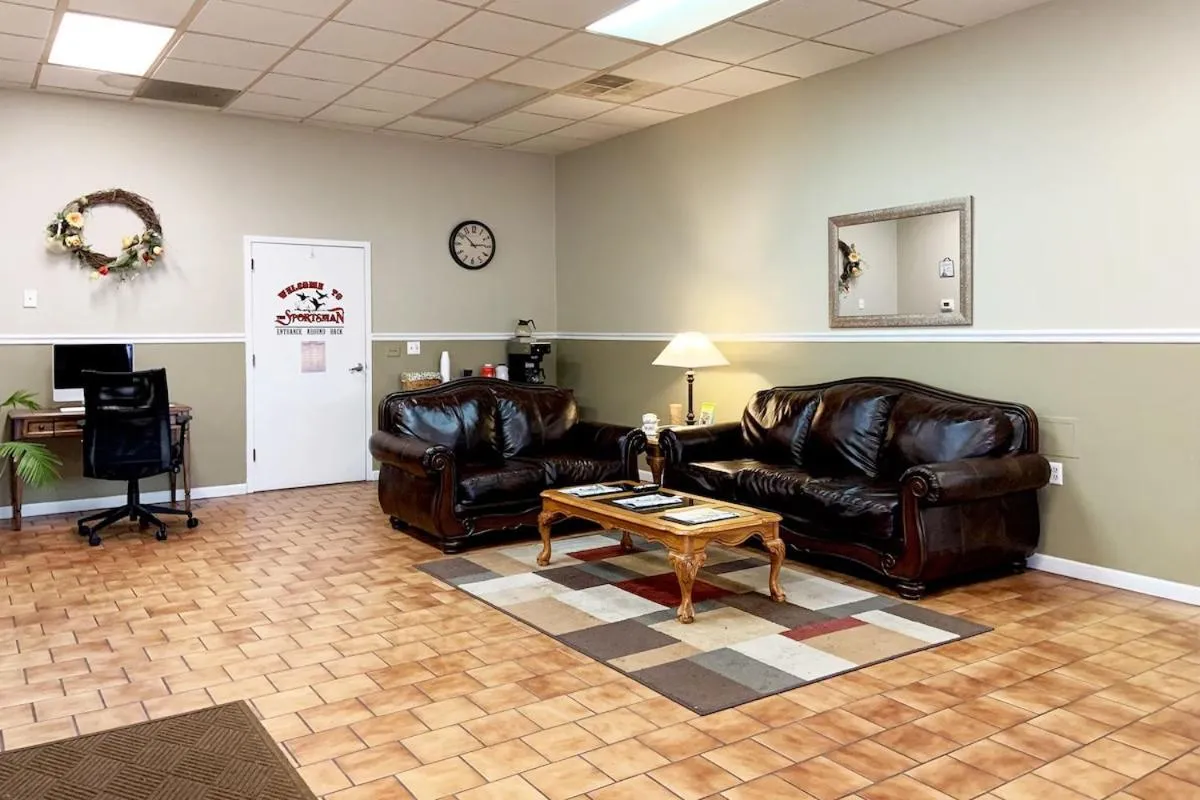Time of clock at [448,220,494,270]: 2:52
